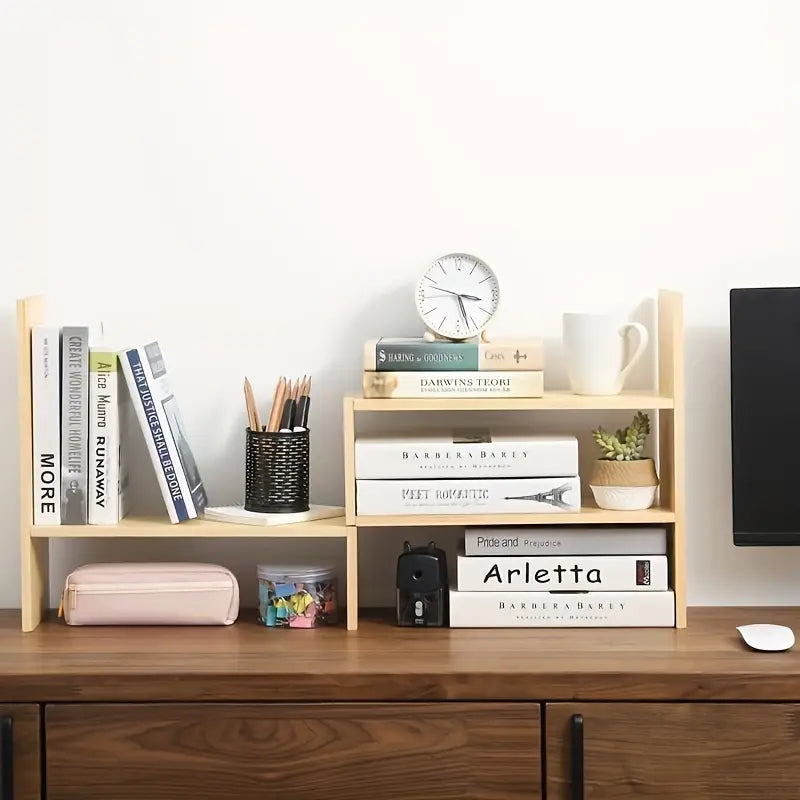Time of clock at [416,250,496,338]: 3:27
